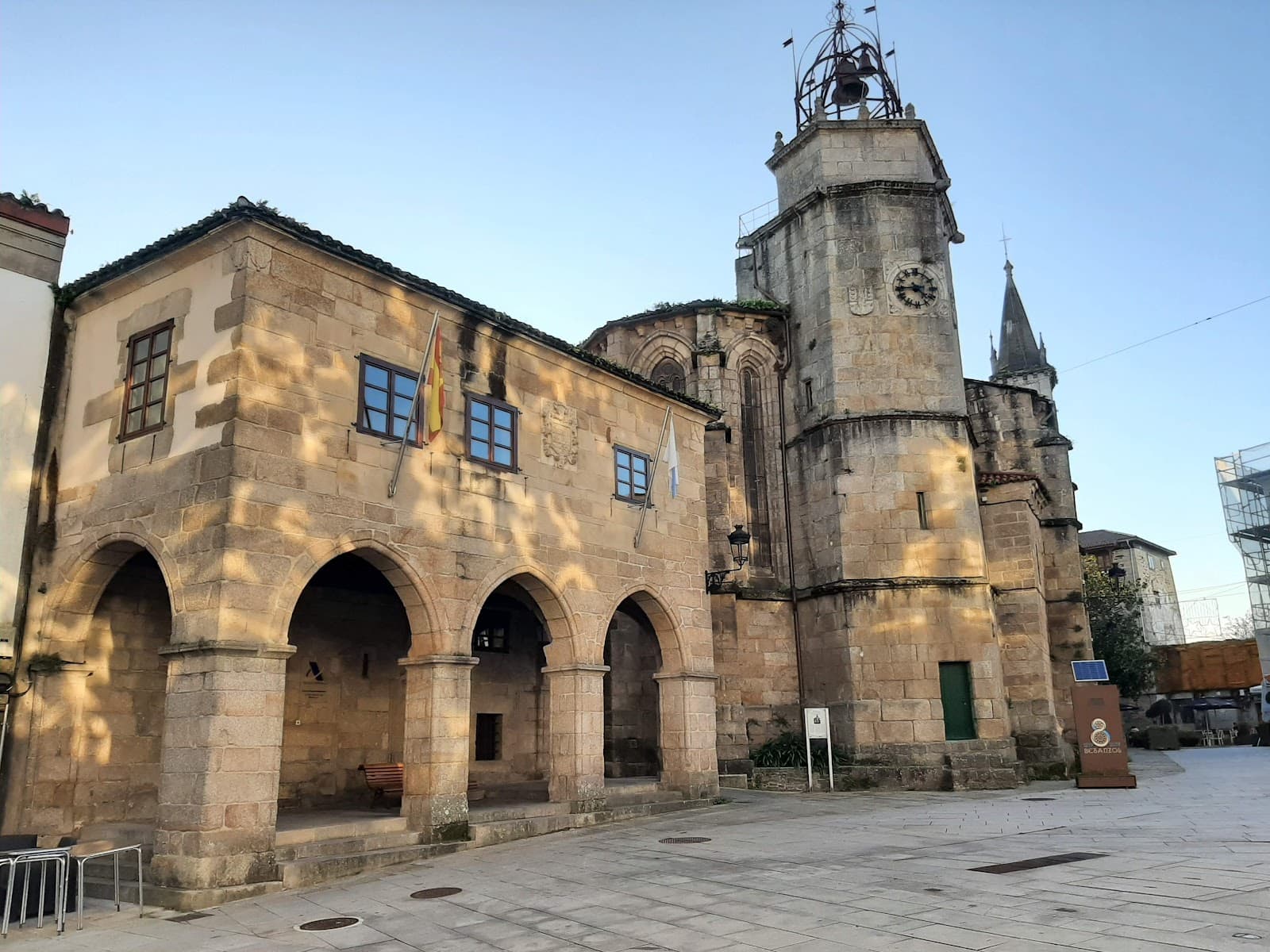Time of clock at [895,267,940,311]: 4:44
